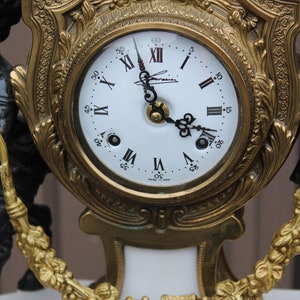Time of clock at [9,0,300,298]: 3:57
